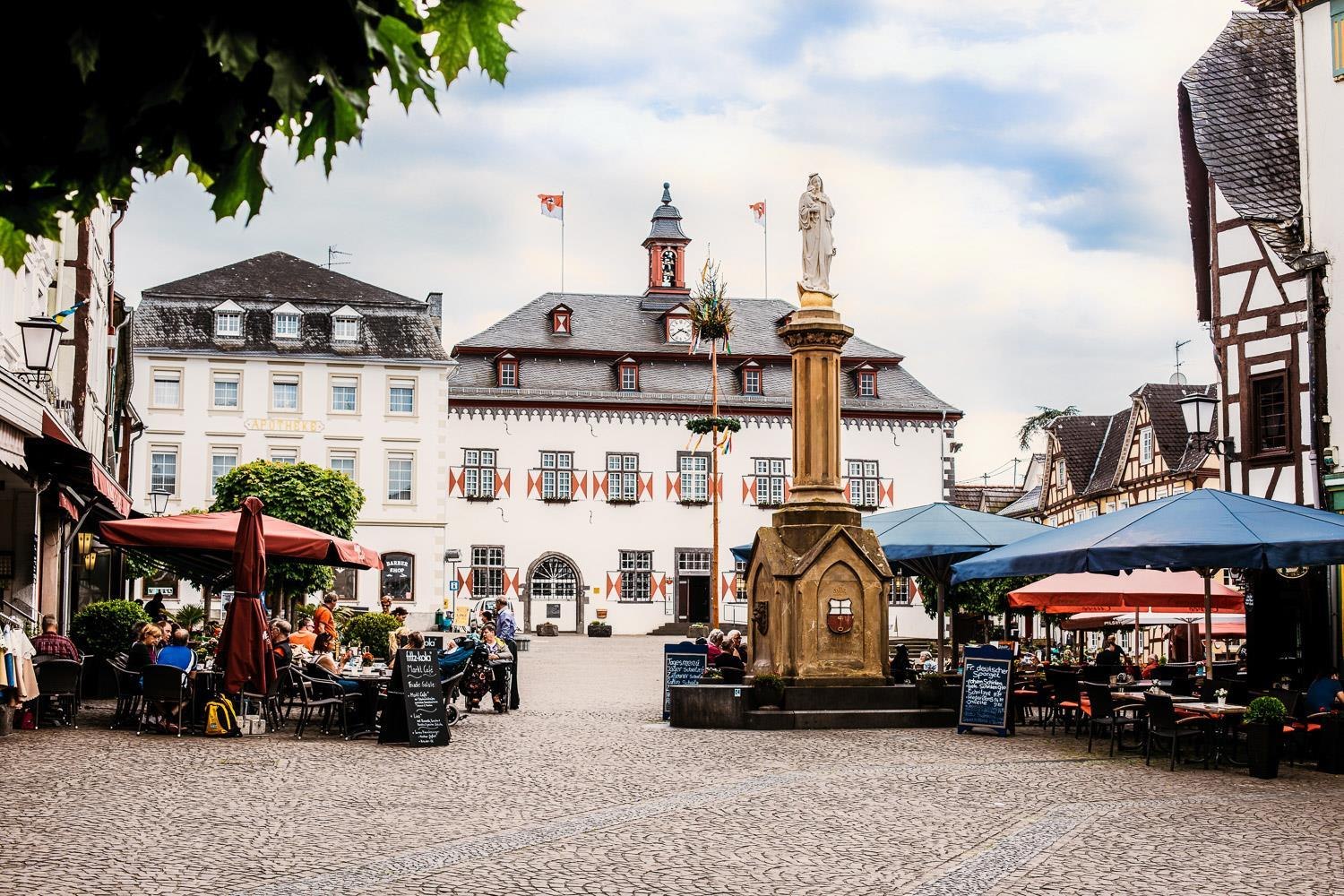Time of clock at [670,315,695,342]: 3:39
